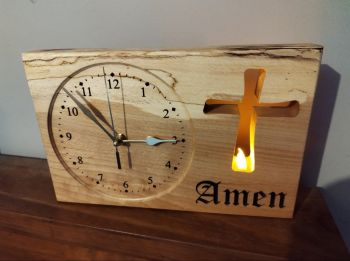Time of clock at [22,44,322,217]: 2:53
